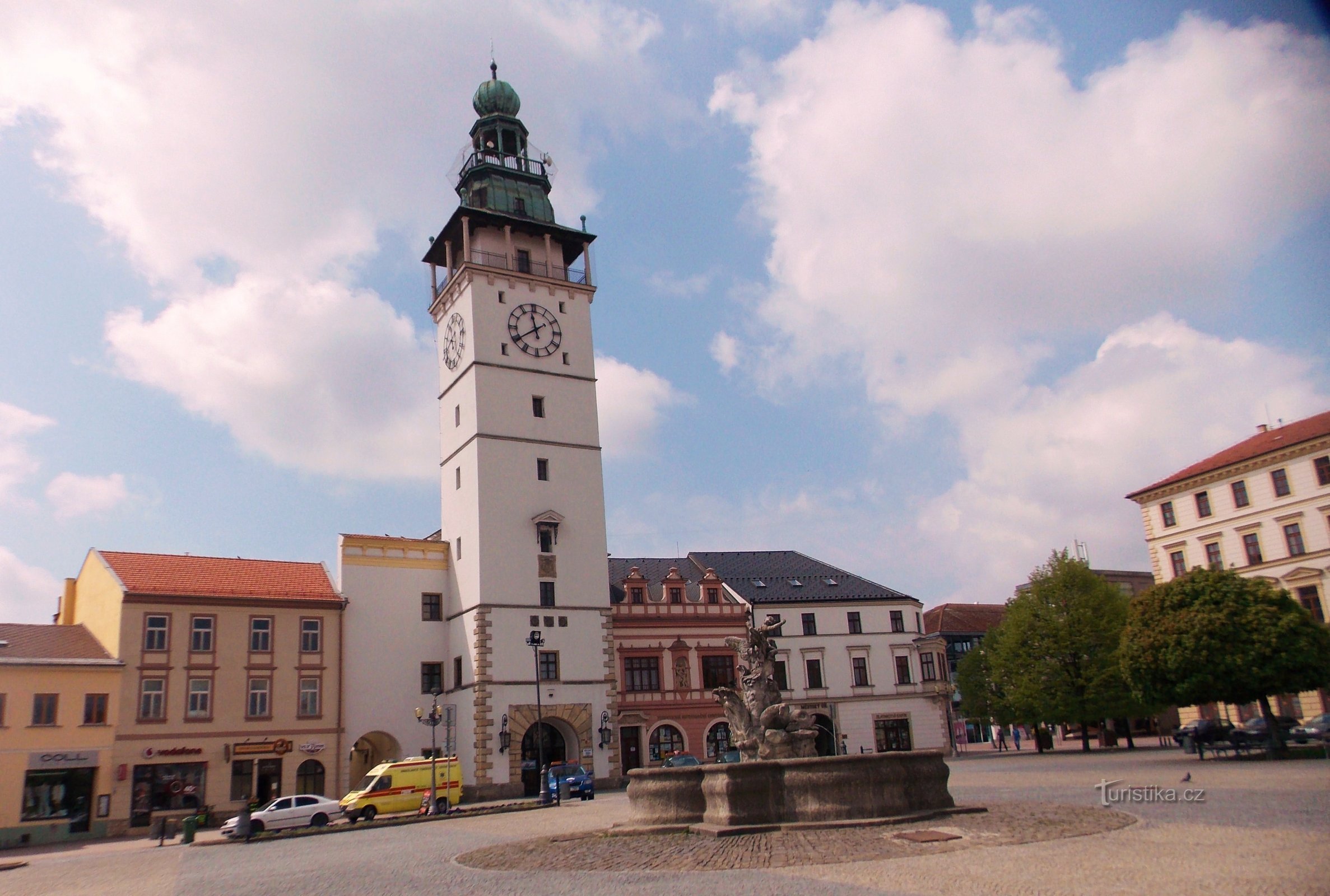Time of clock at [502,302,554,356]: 11:39
